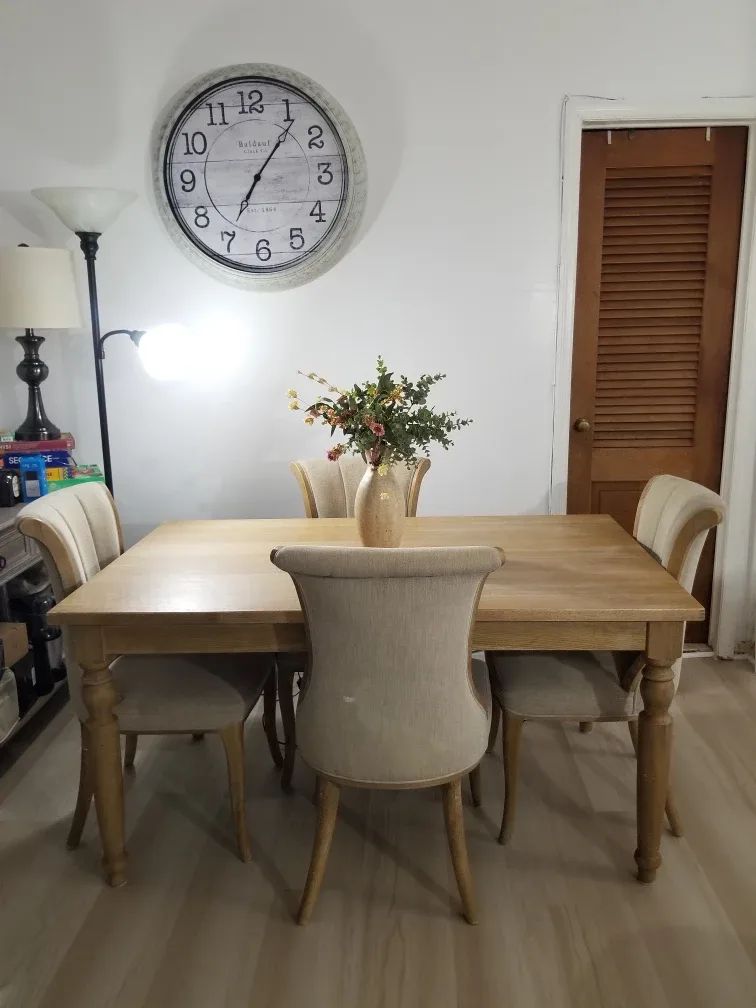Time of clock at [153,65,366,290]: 7:06
